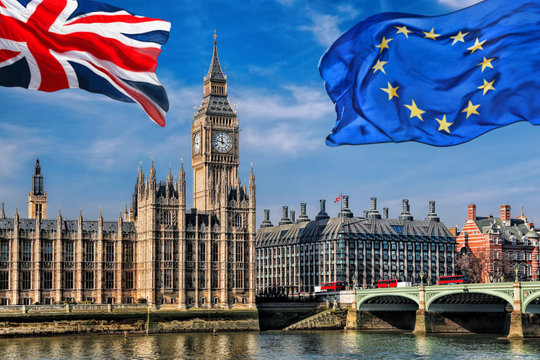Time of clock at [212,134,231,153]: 11:47
